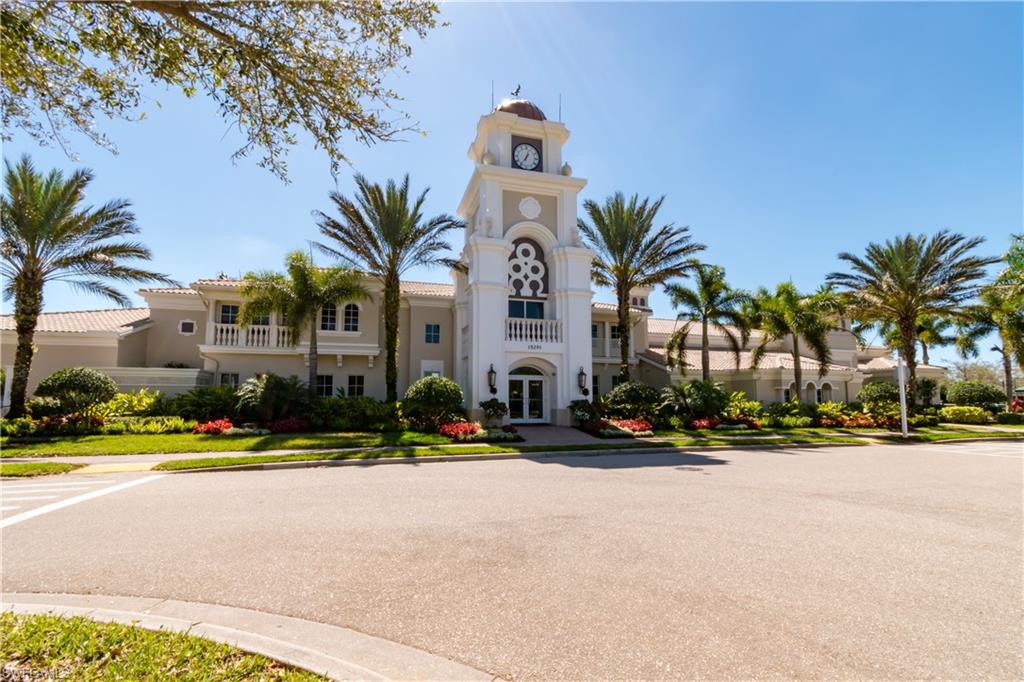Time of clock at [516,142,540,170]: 12:36
